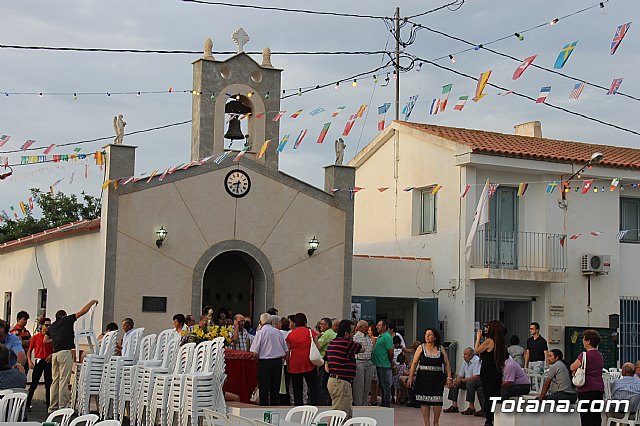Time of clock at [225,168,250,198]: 8:31
